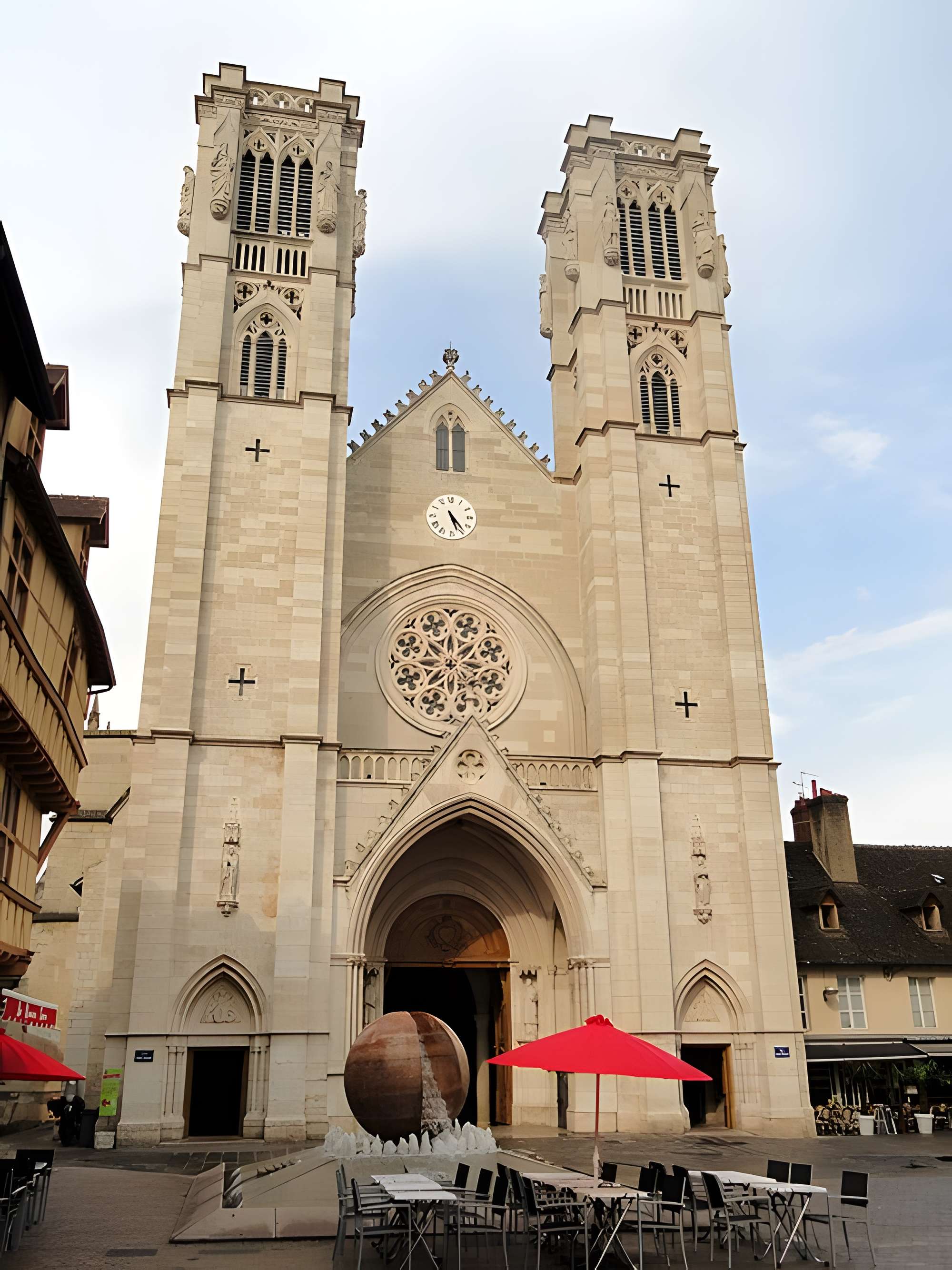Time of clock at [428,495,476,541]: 5:23
